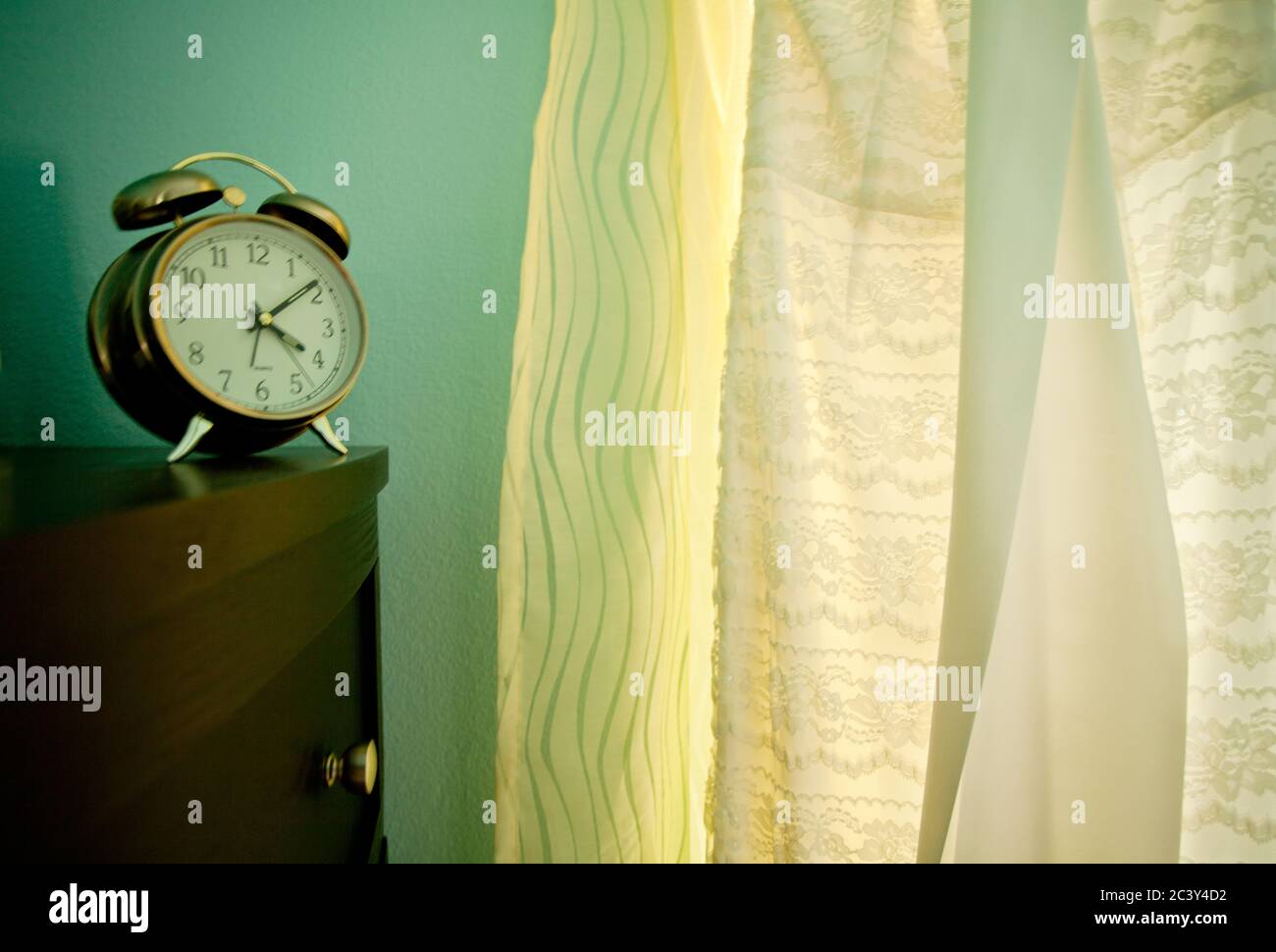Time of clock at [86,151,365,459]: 4:08
